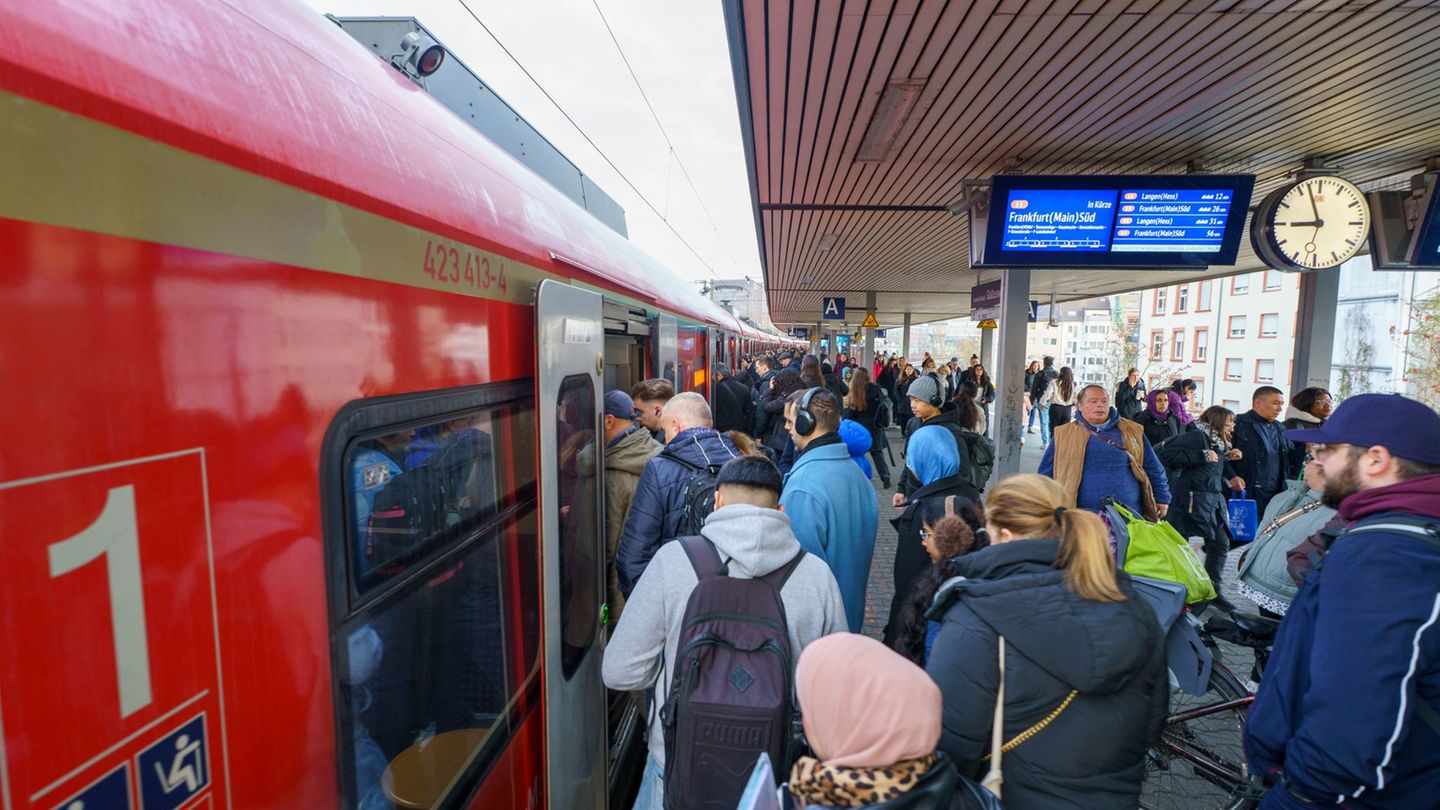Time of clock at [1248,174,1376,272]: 8:57
